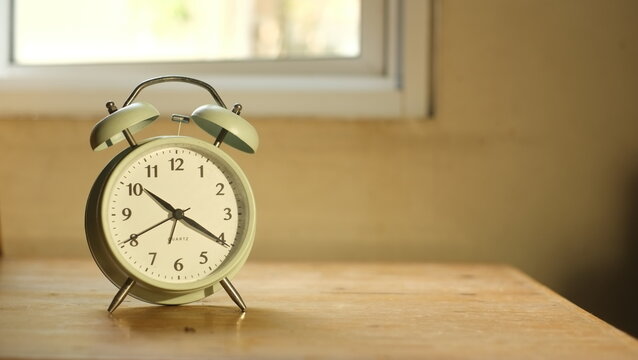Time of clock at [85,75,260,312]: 10:20
